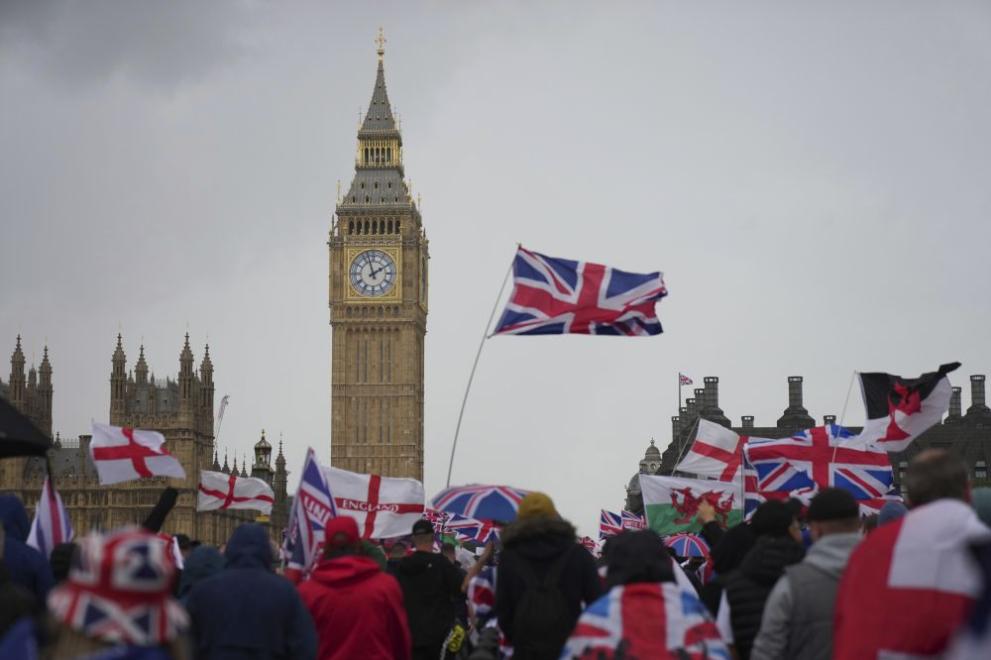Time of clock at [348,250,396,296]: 1:57
